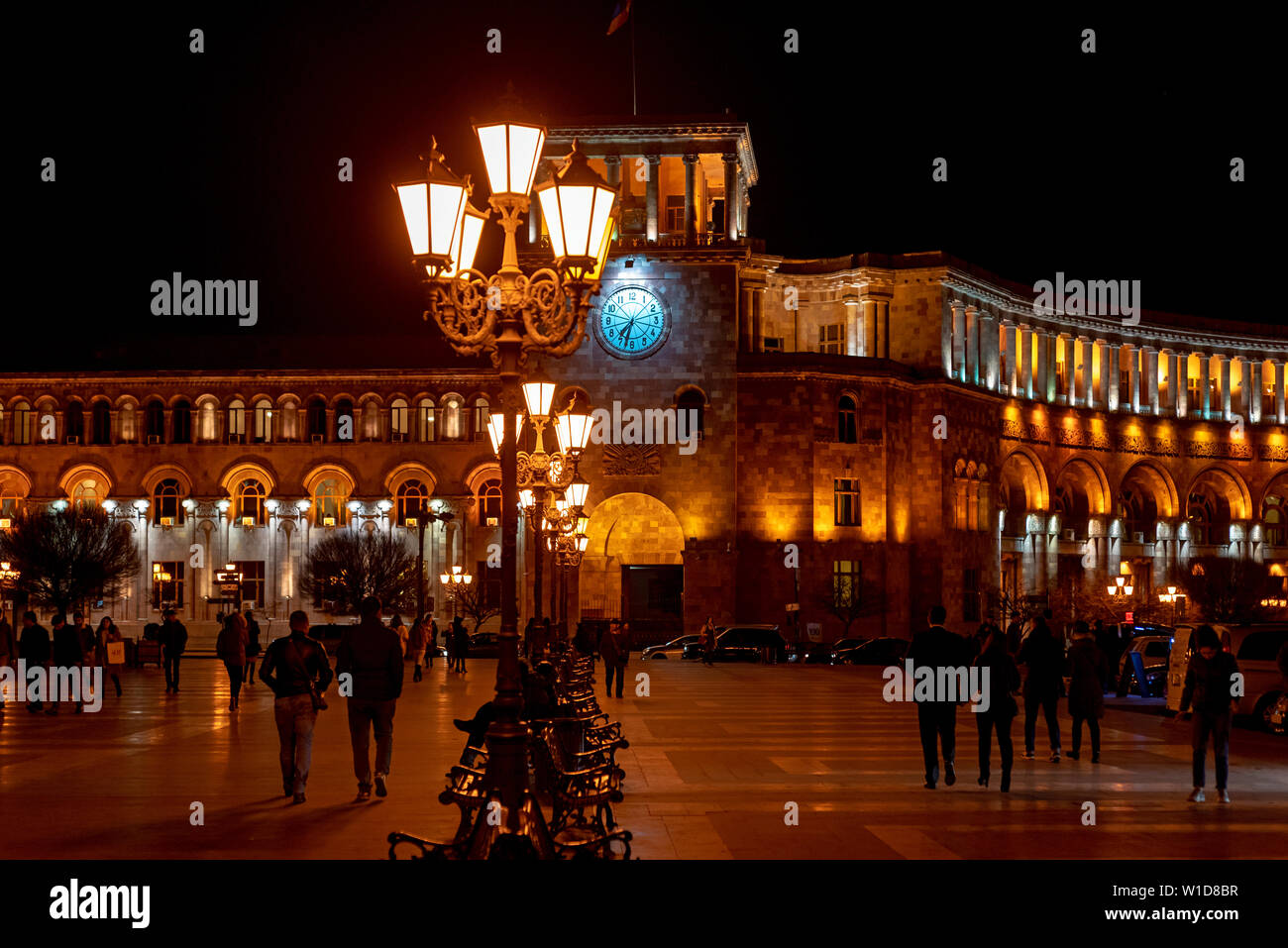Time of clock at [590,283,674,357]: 7:32
